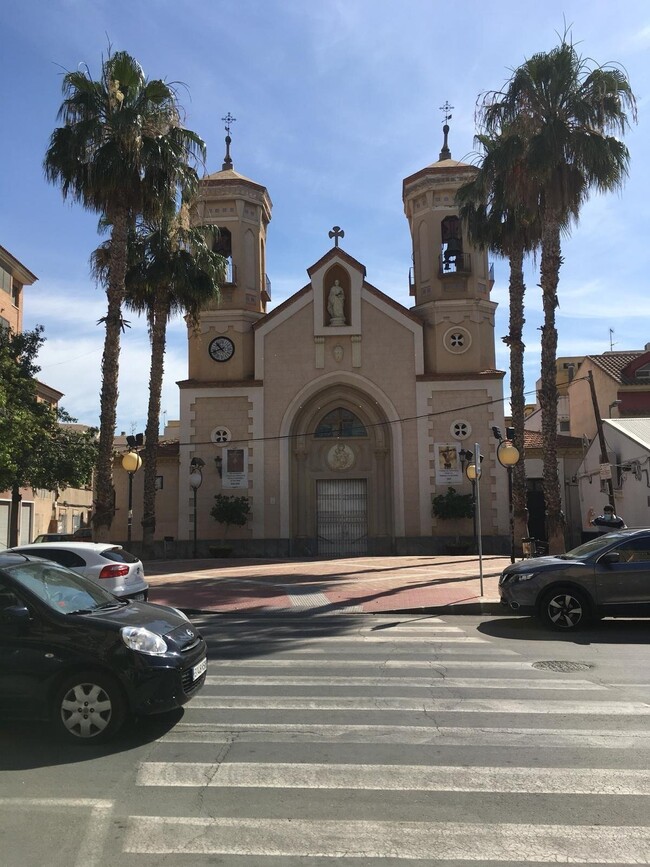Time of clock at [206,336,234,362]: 10:41
